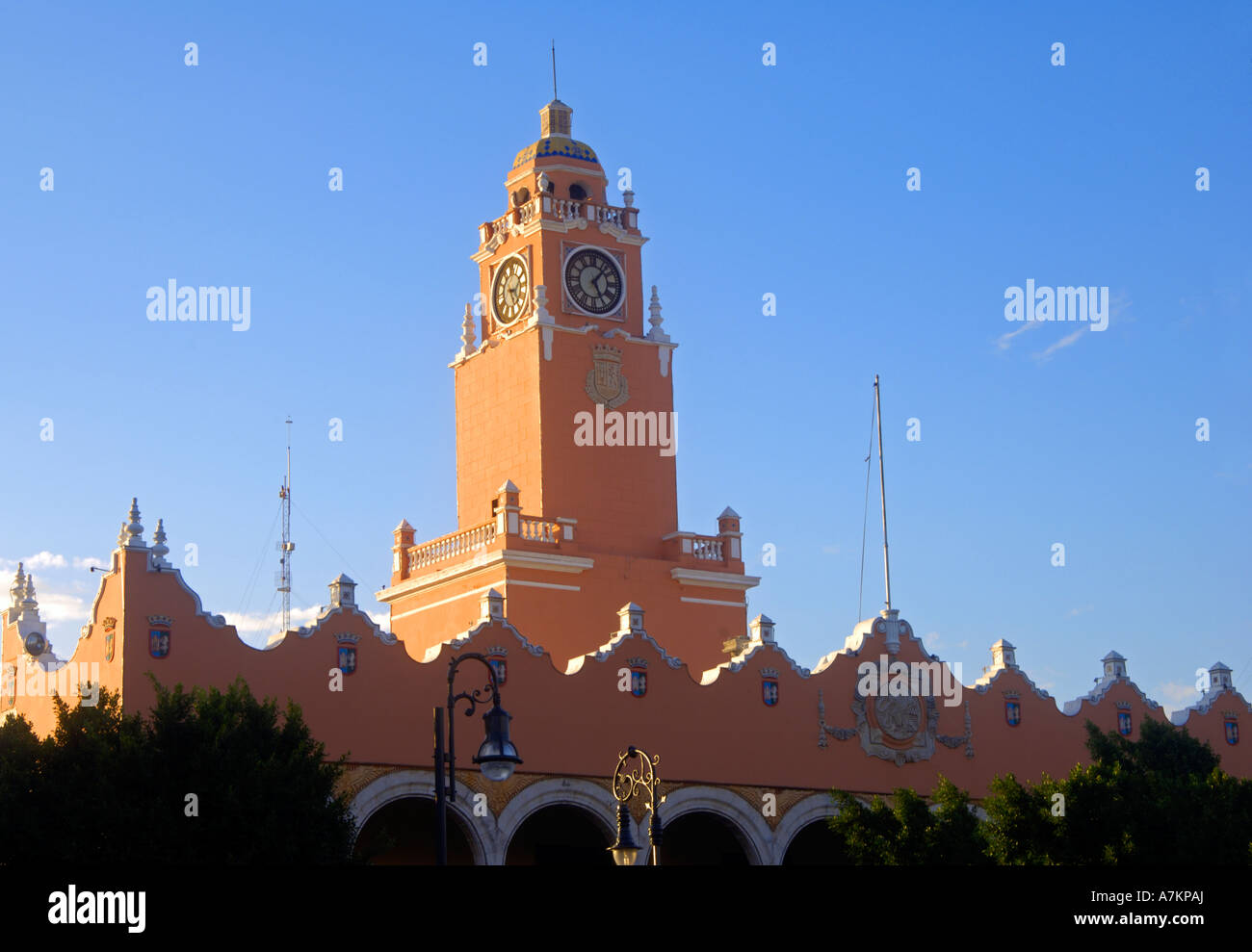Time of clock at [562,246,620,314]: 5:07
